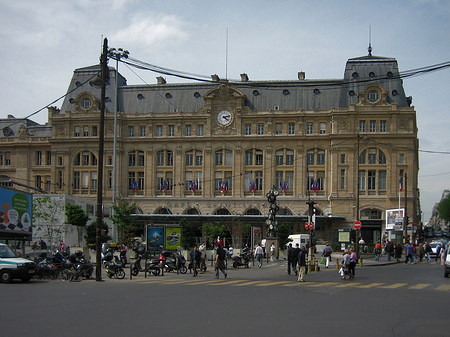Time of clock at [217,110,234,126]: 4:12
